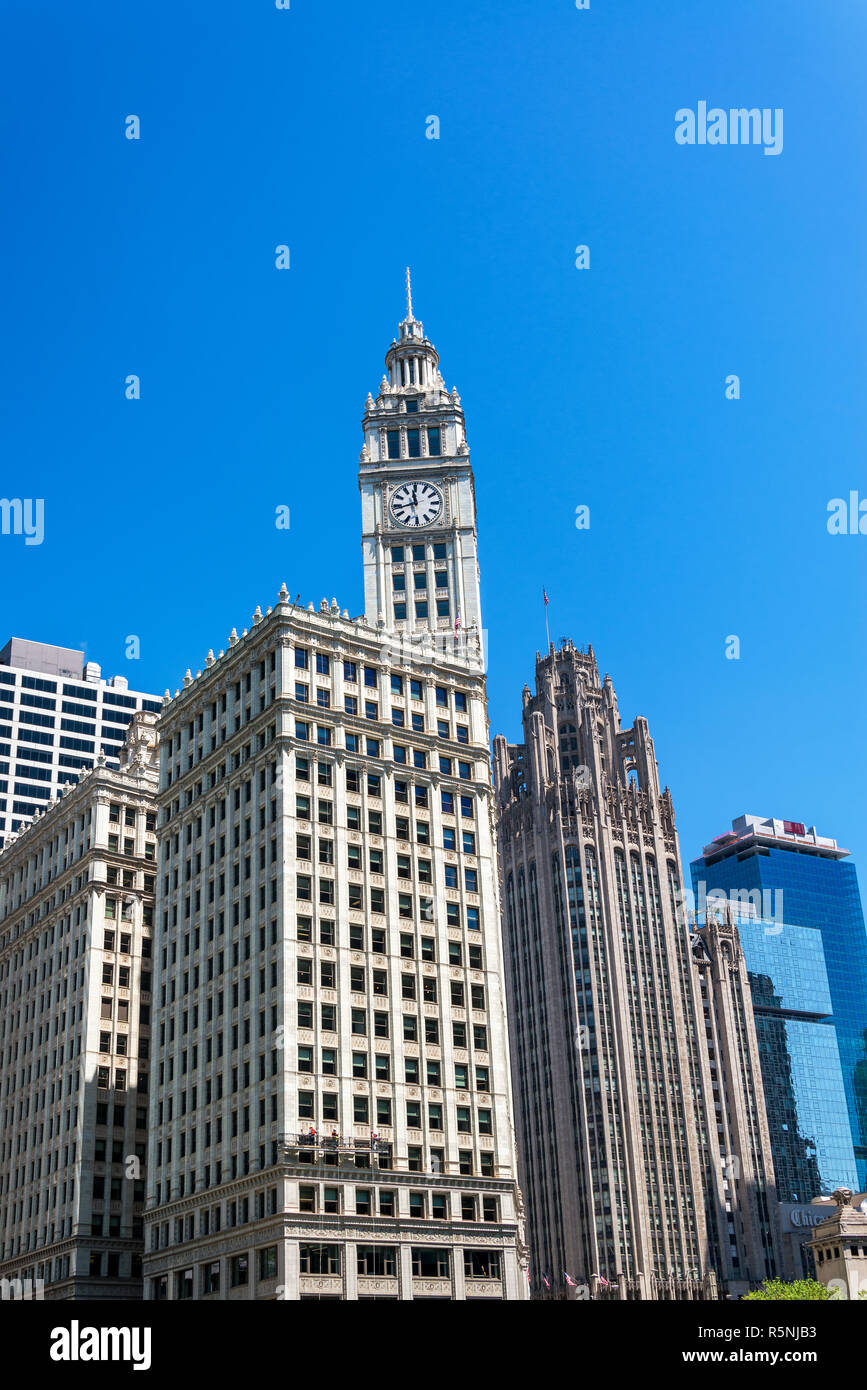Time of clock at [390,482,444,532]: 11:42
